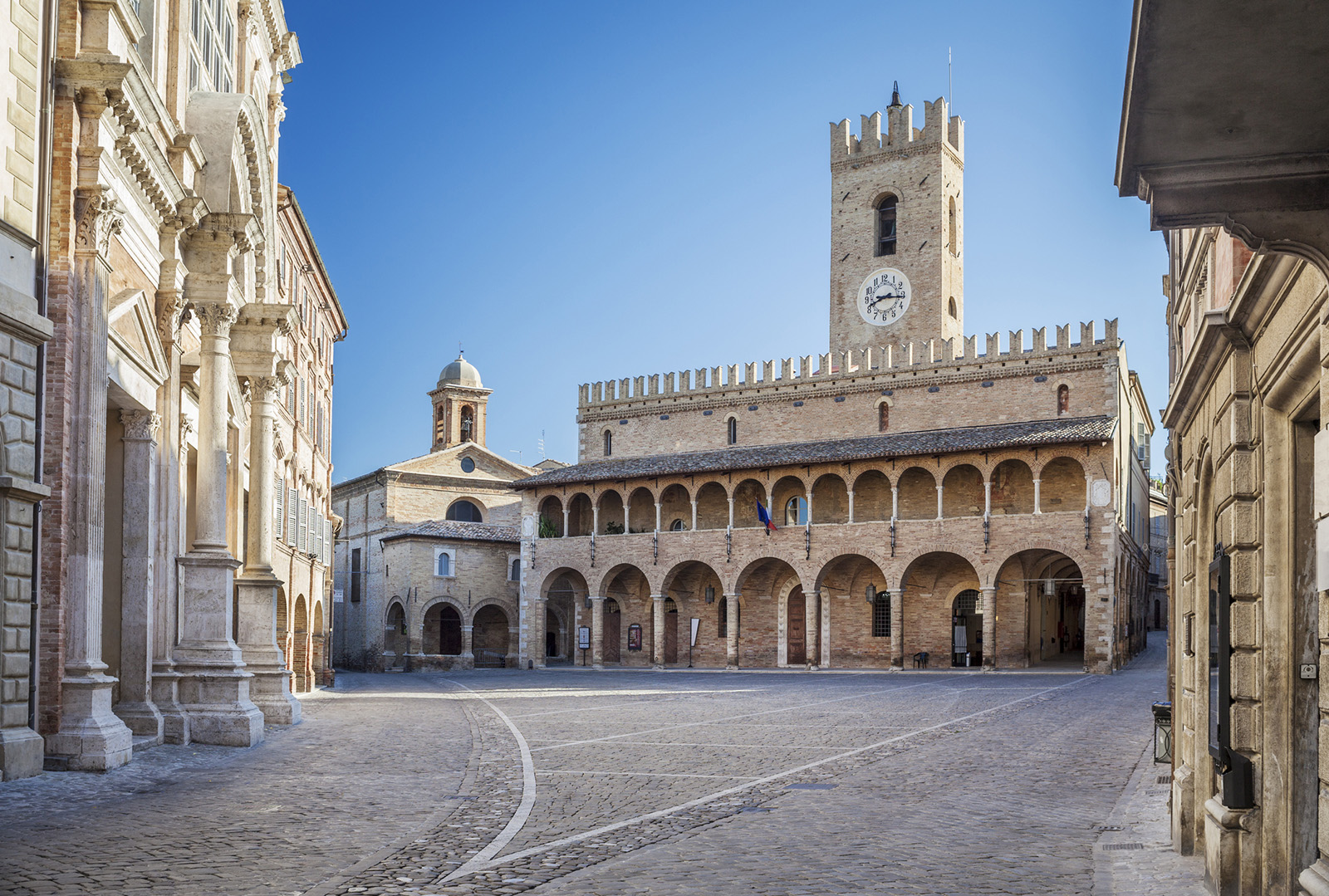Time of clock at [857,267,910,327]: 8:15
